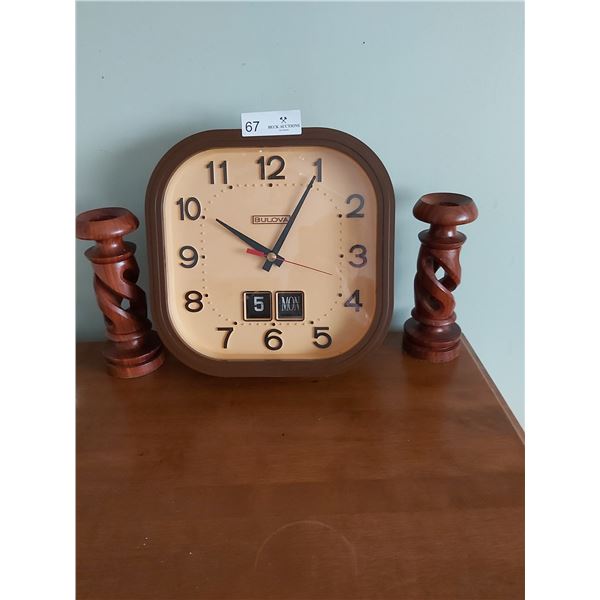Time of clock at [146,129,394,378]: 10:05
